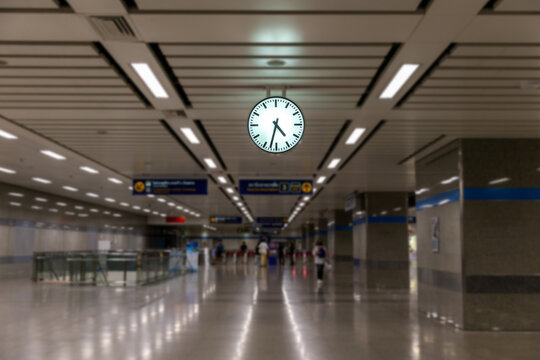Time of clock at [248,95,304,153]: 4:32
